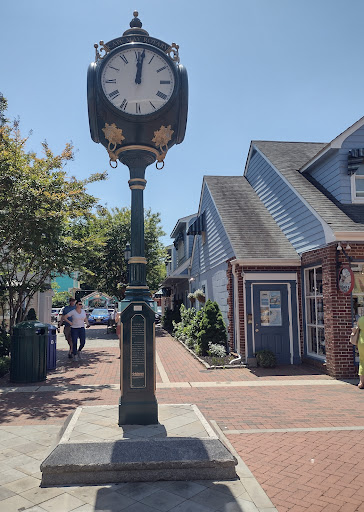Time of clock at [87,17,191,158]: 12:01
